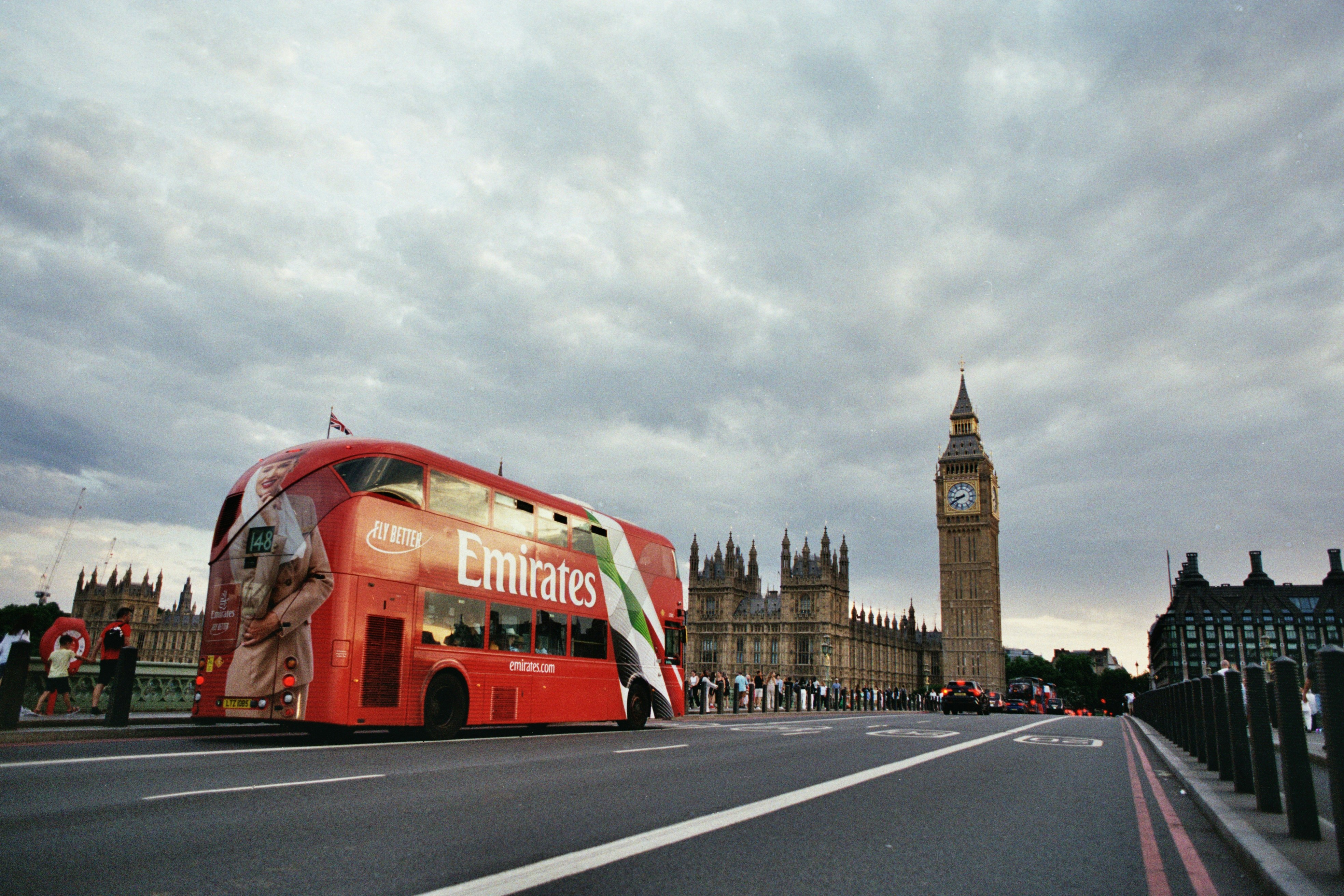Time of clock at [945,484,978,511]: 8:39
